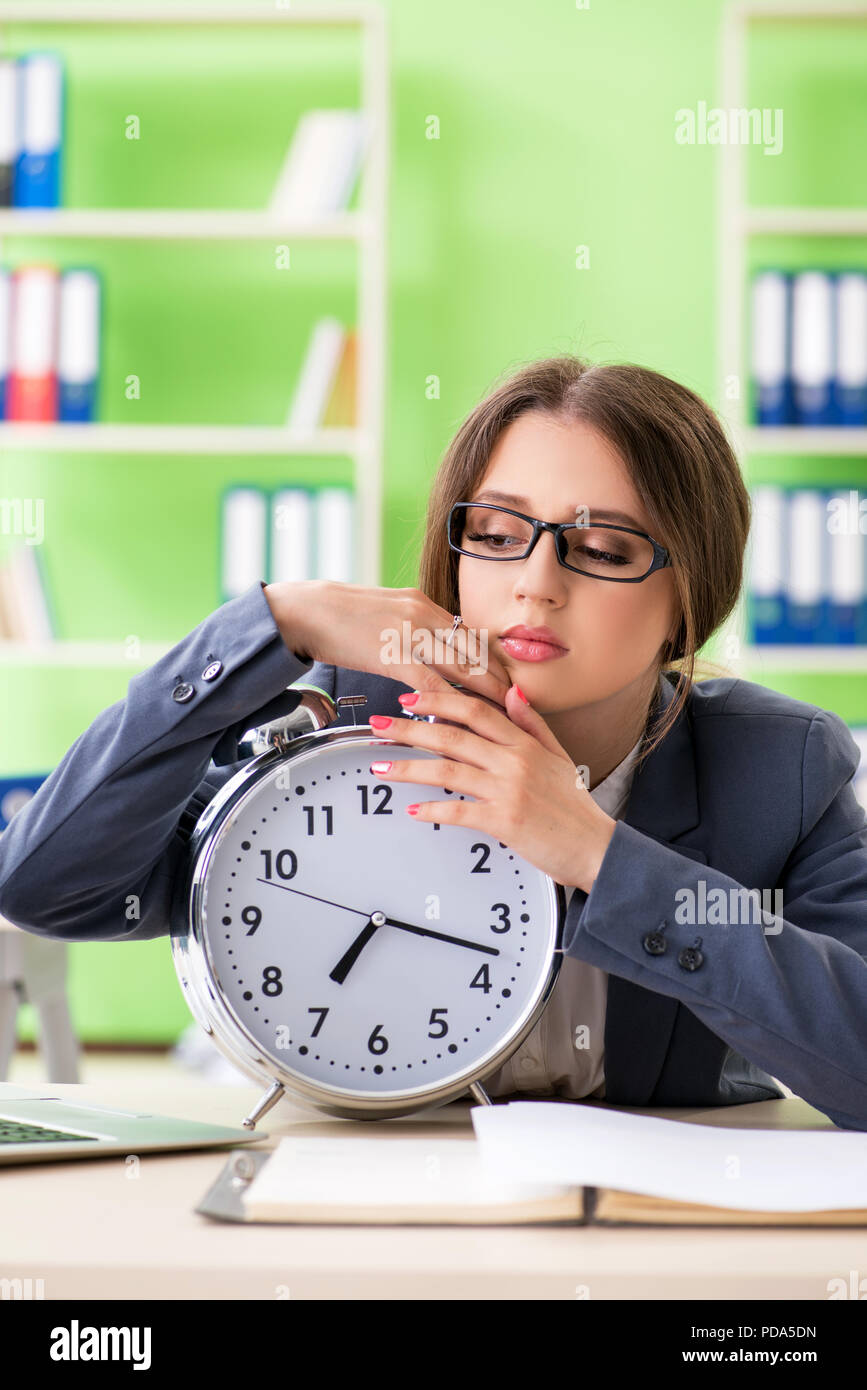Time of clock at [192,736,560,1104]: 7:17
